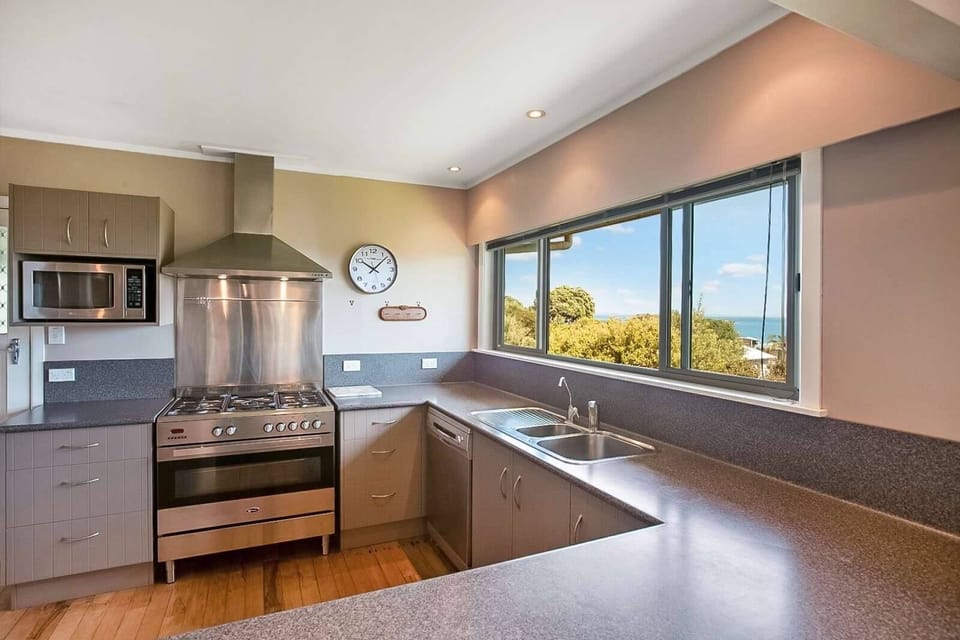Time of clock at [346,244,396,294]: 10:07
